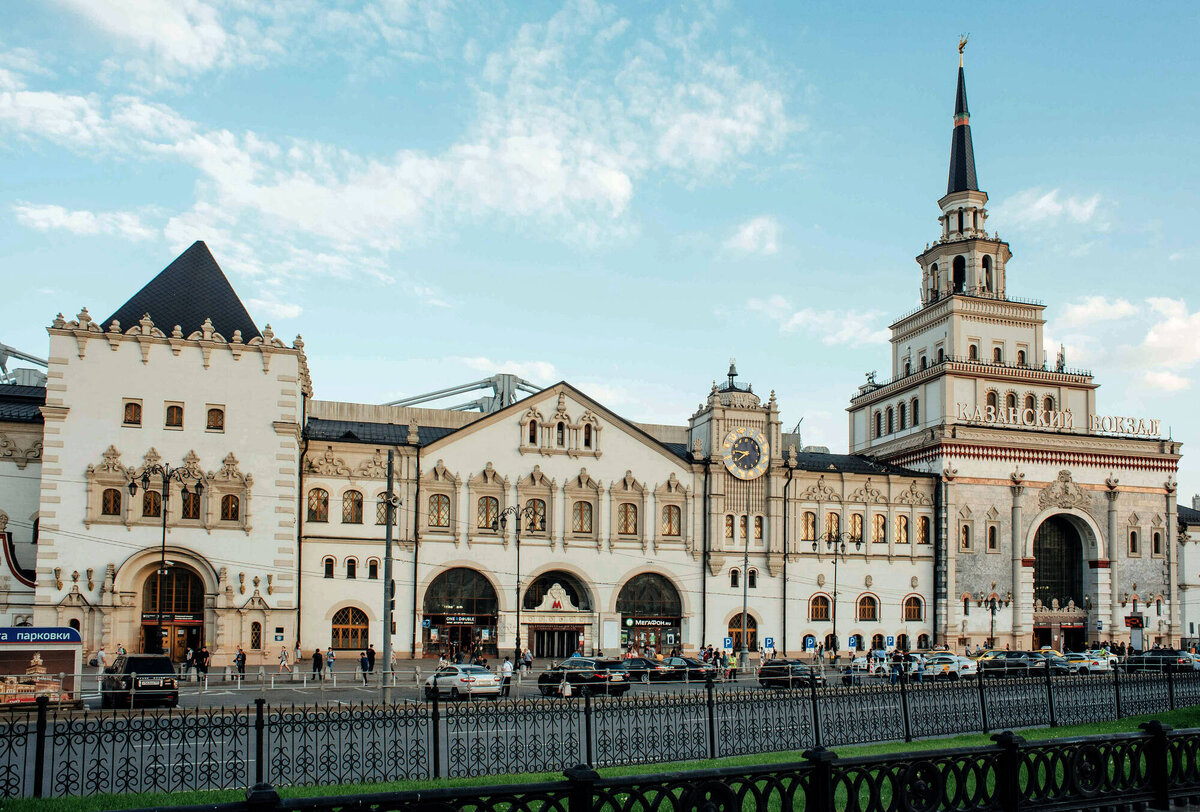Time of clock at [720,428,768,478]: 8:38
